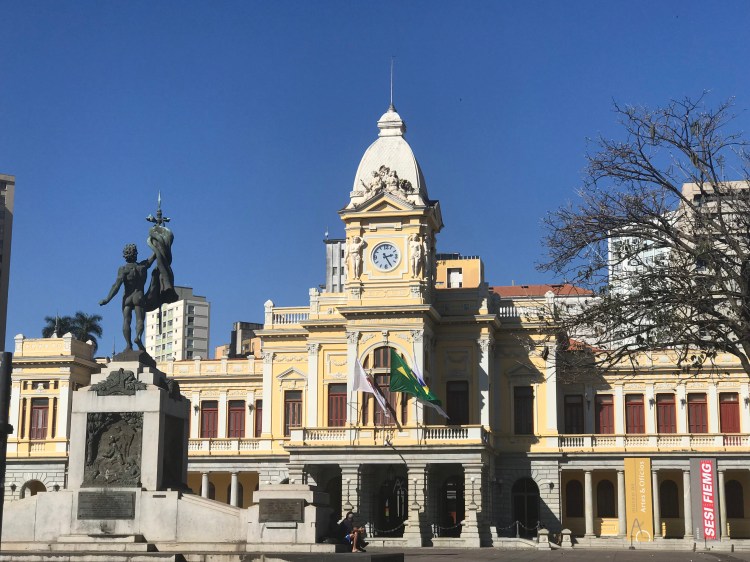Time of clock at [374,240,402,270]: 2:25
